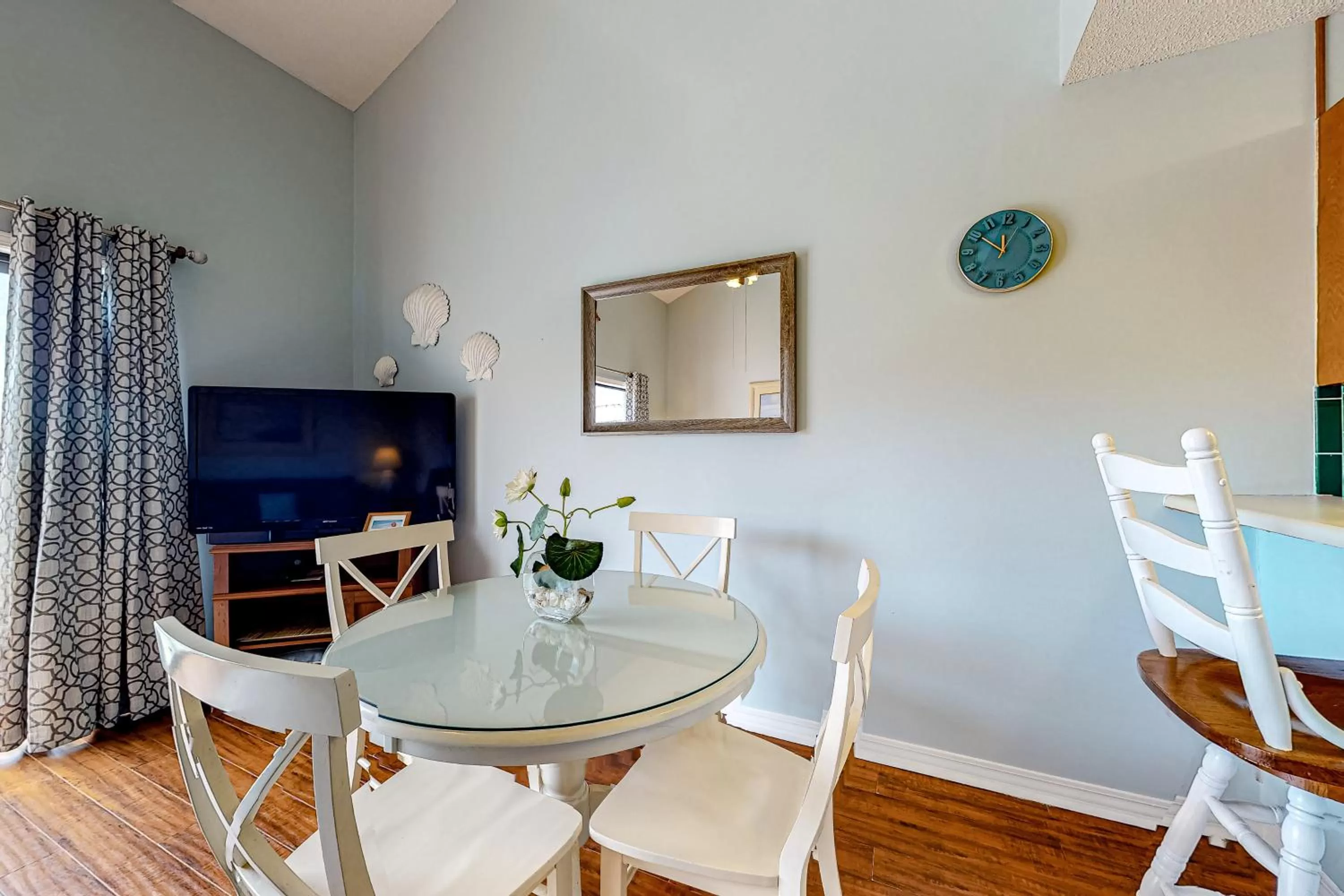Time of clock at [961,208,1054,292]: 11:50
